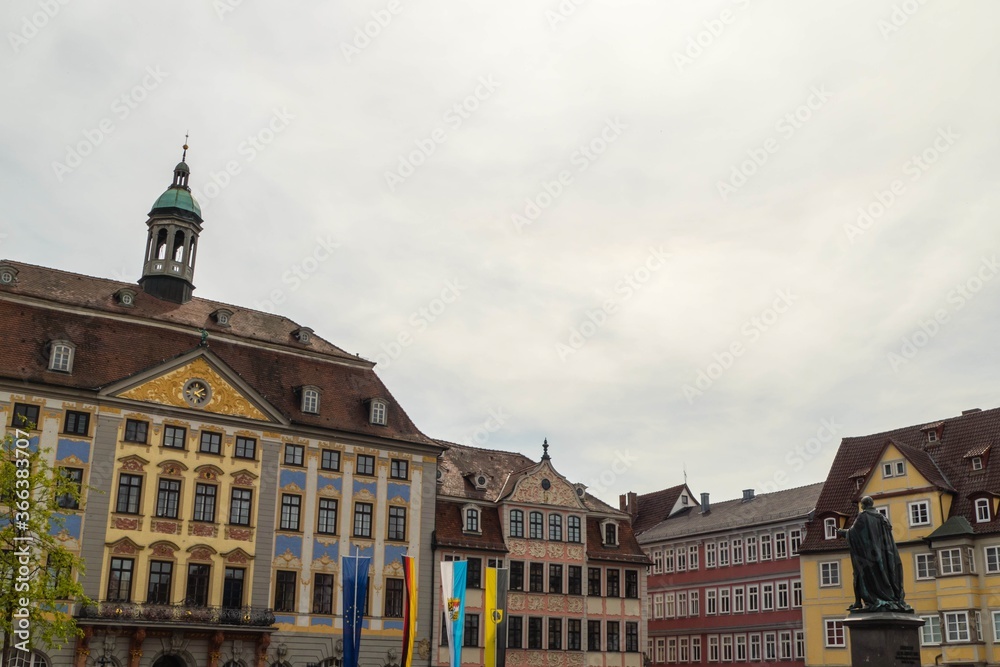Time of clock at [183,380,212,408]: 4:08
